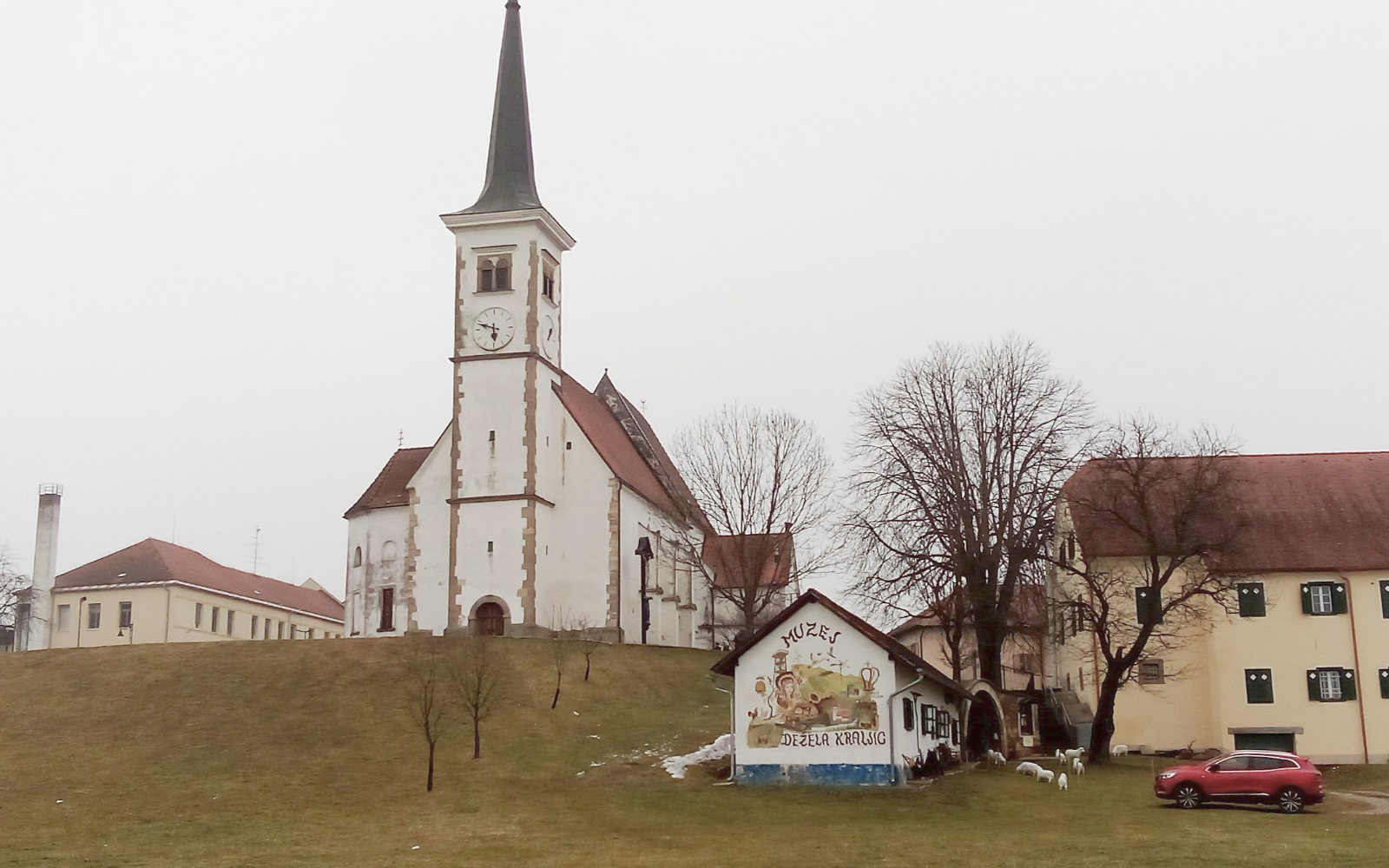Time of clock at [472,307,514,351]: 5:48
